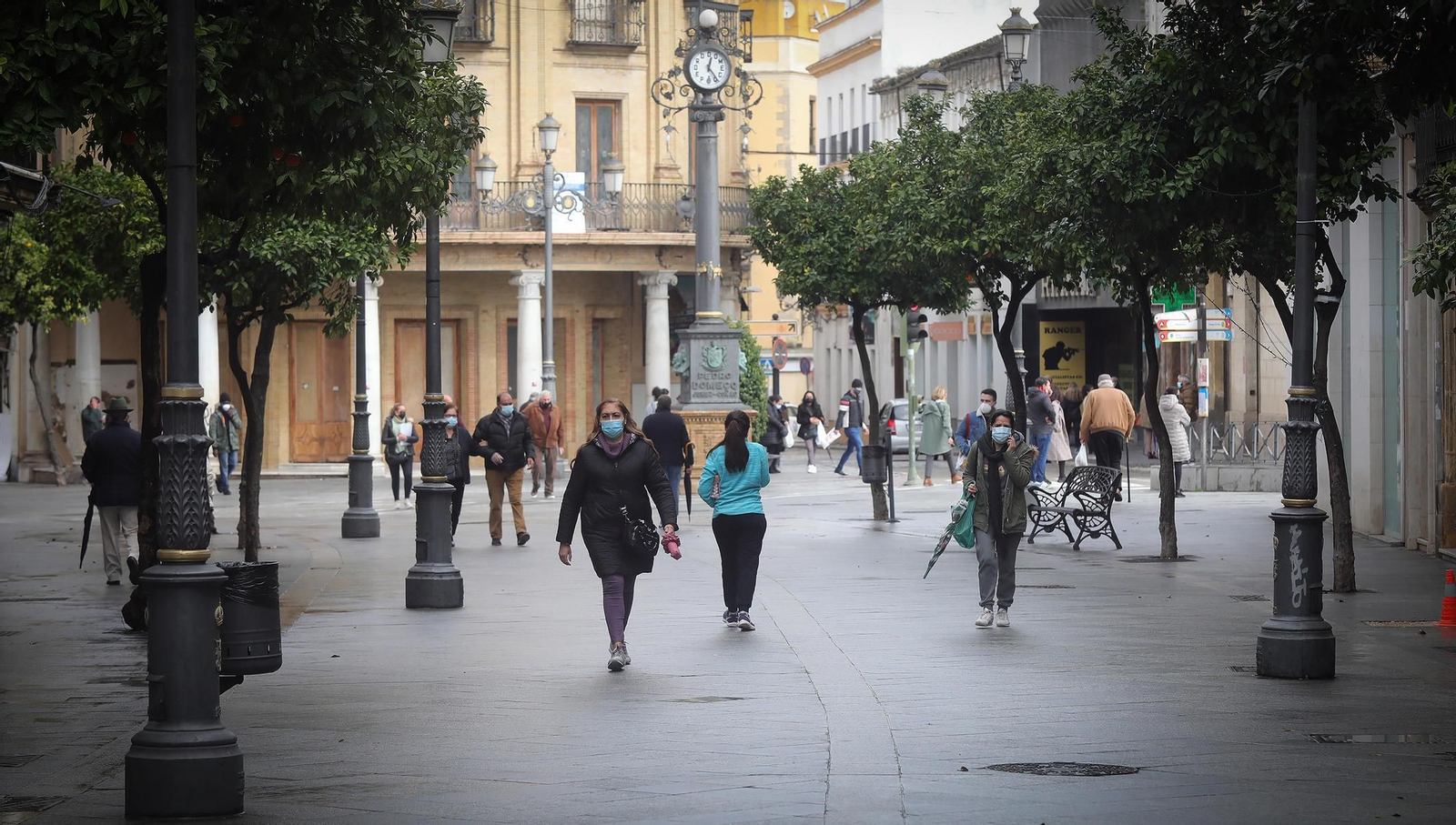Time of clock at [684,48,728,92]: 12:23
